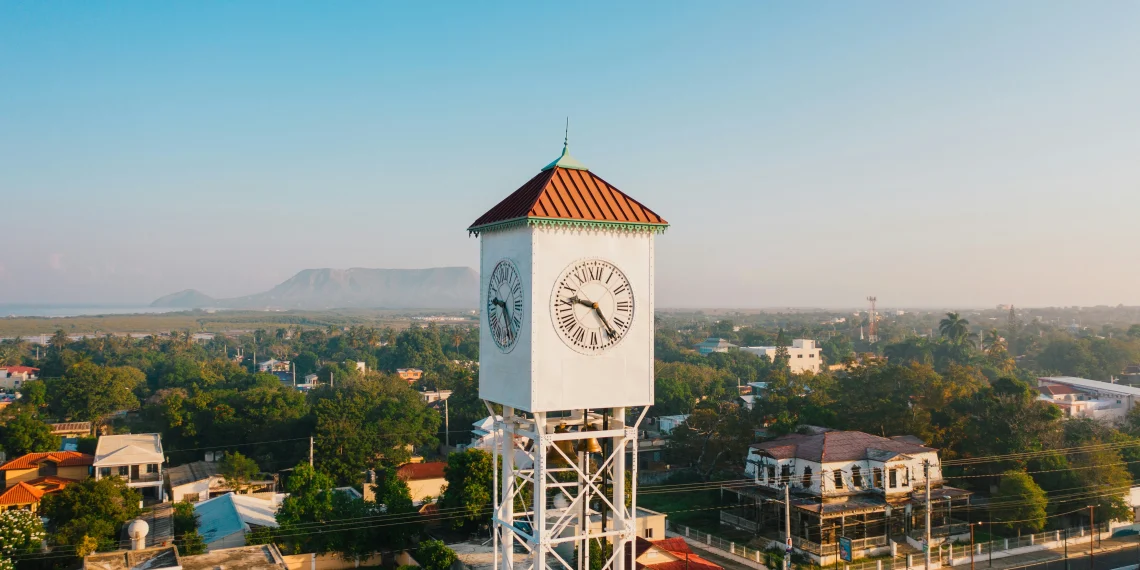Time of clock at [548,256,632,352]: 9:23
